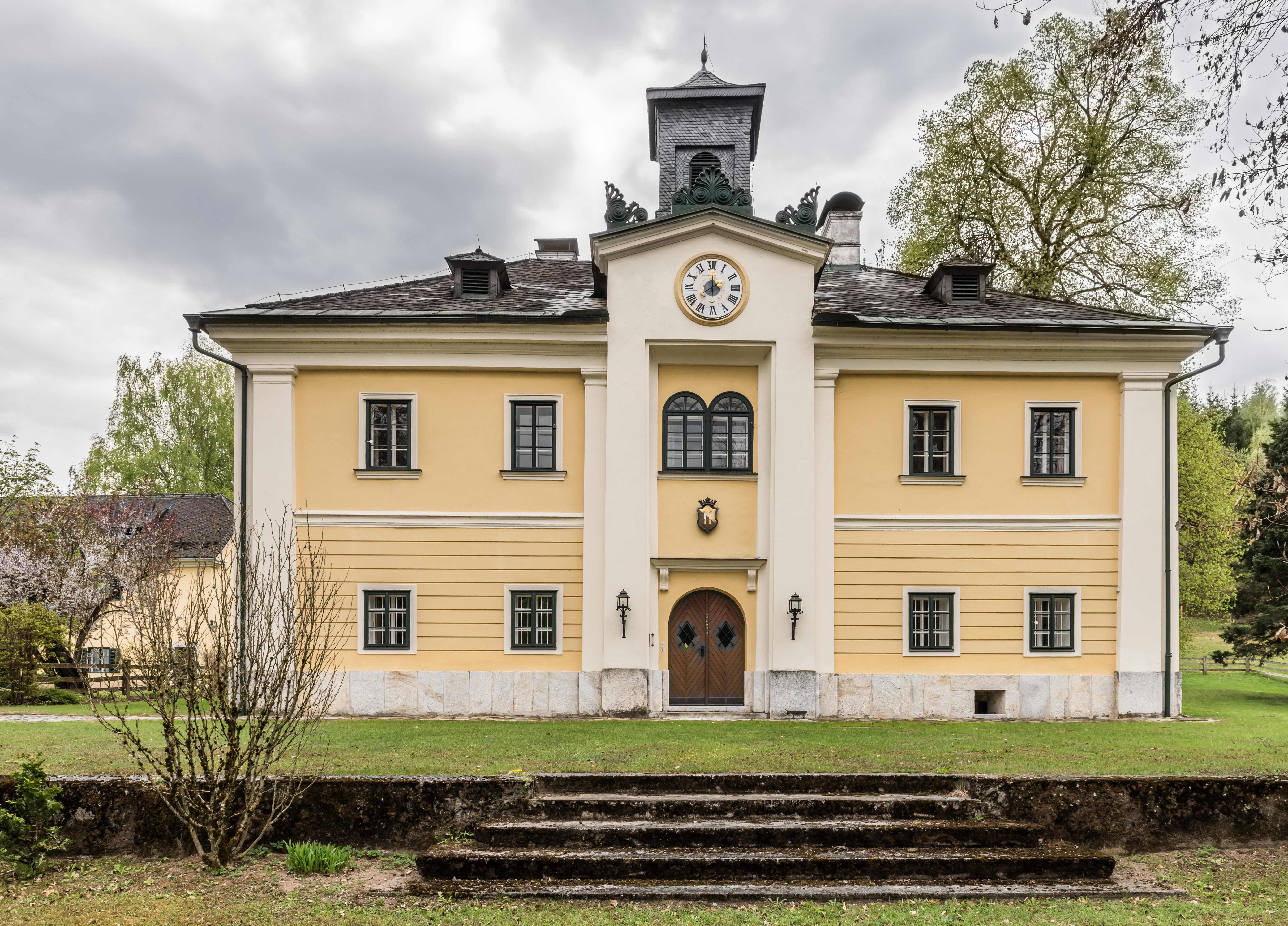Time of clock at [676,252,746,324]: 8:00
